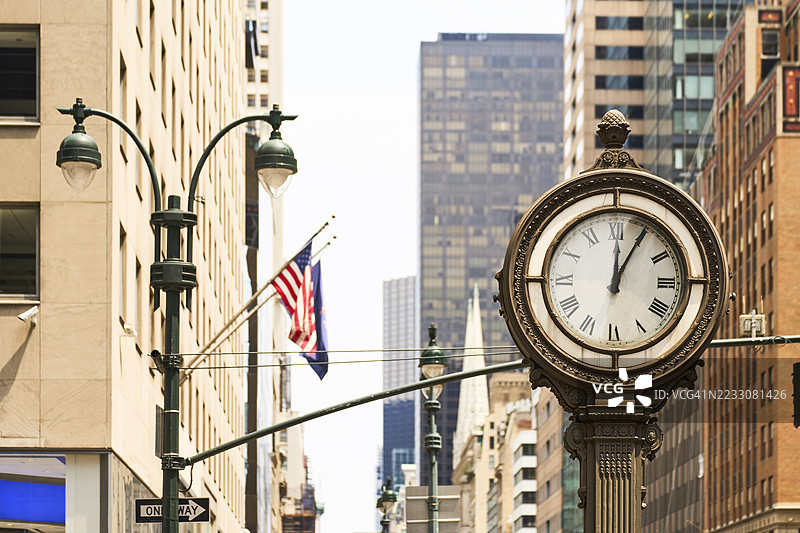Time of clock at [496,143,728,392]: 12:04
